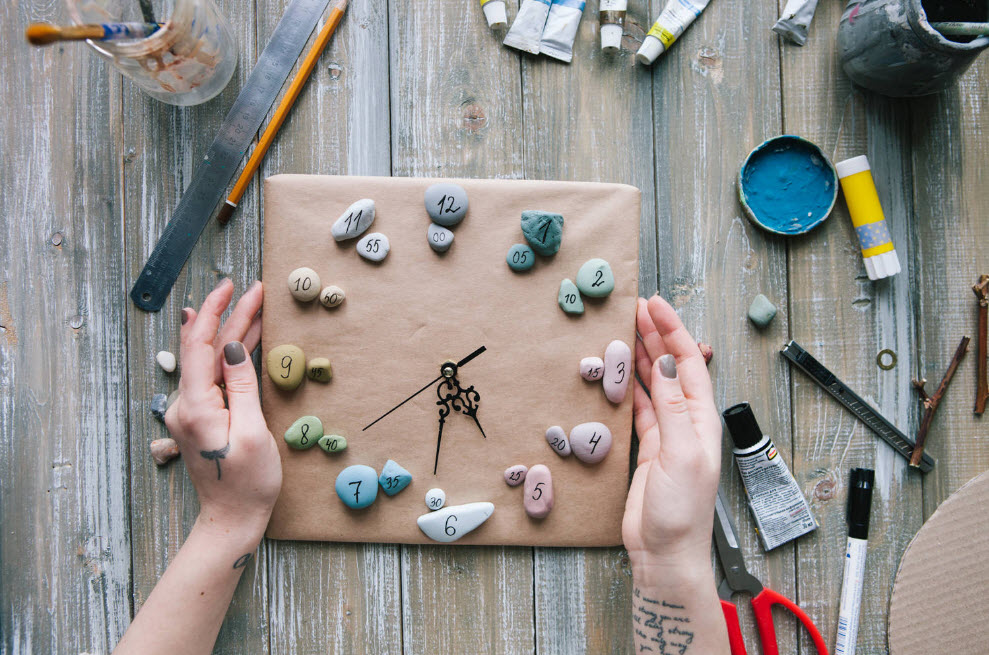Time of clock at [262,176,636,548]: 4:31
